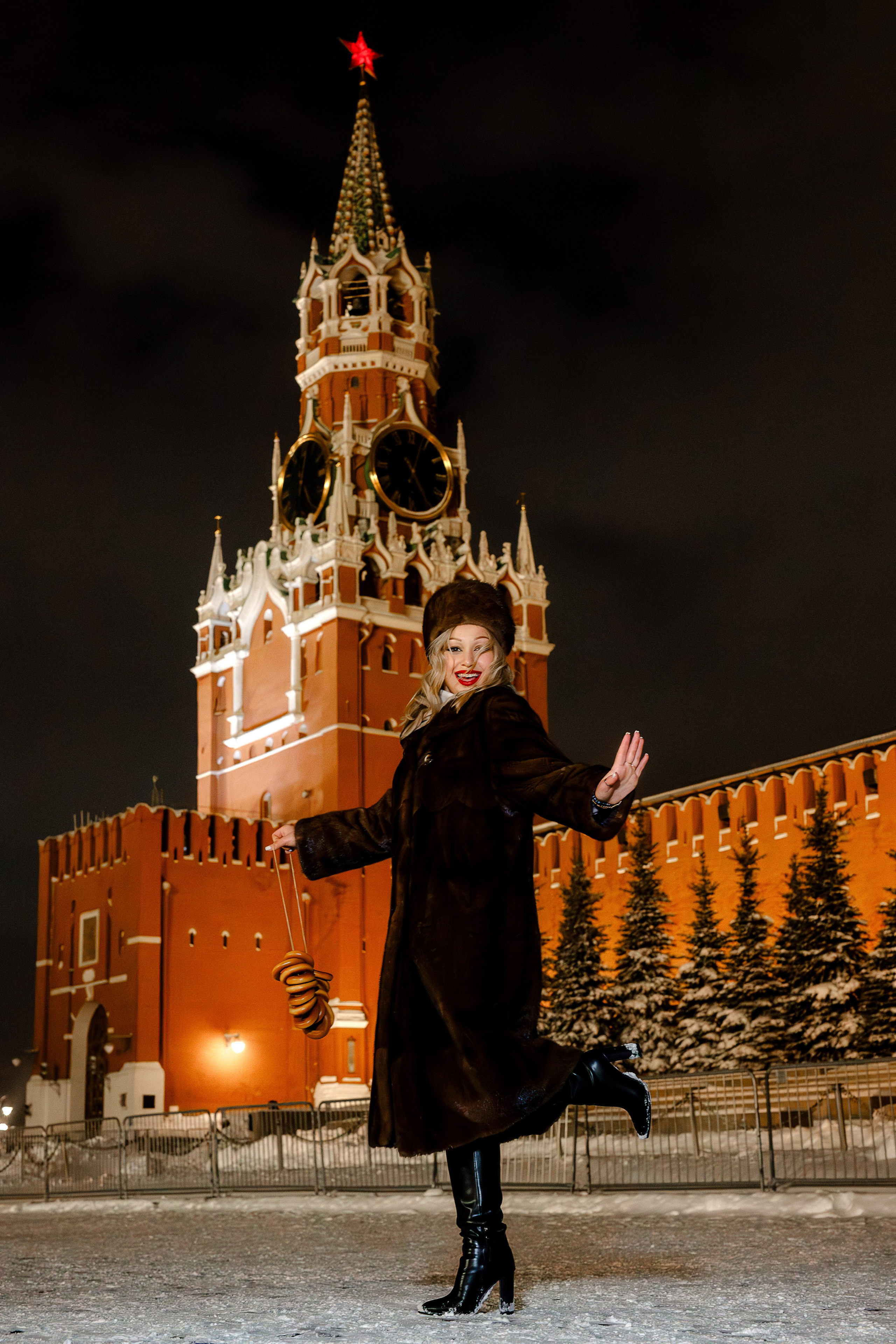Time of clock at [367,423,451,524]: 5:03
